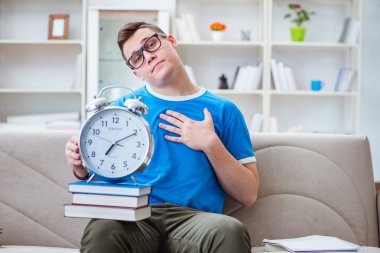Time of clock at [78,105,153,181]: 7:10
